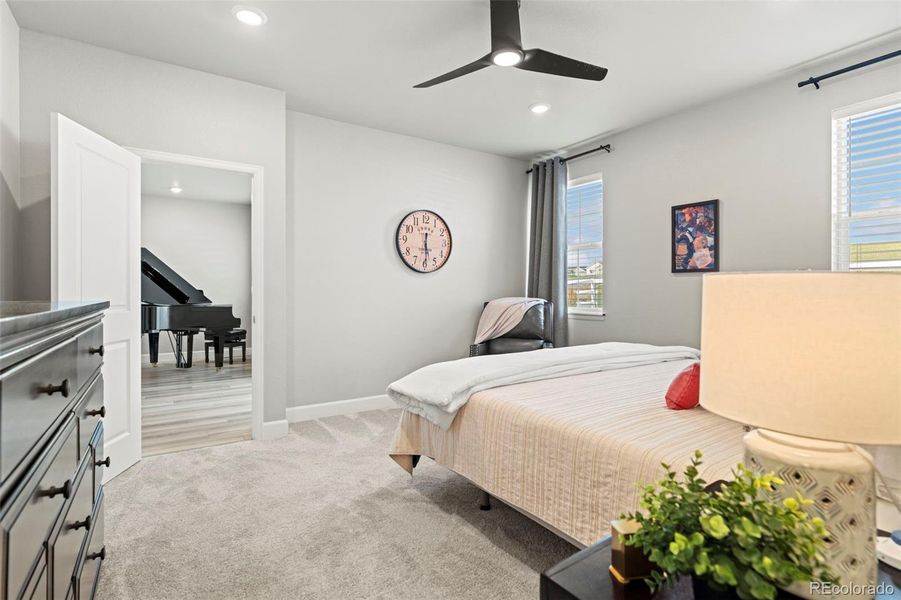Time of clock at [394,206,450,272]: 5:29
